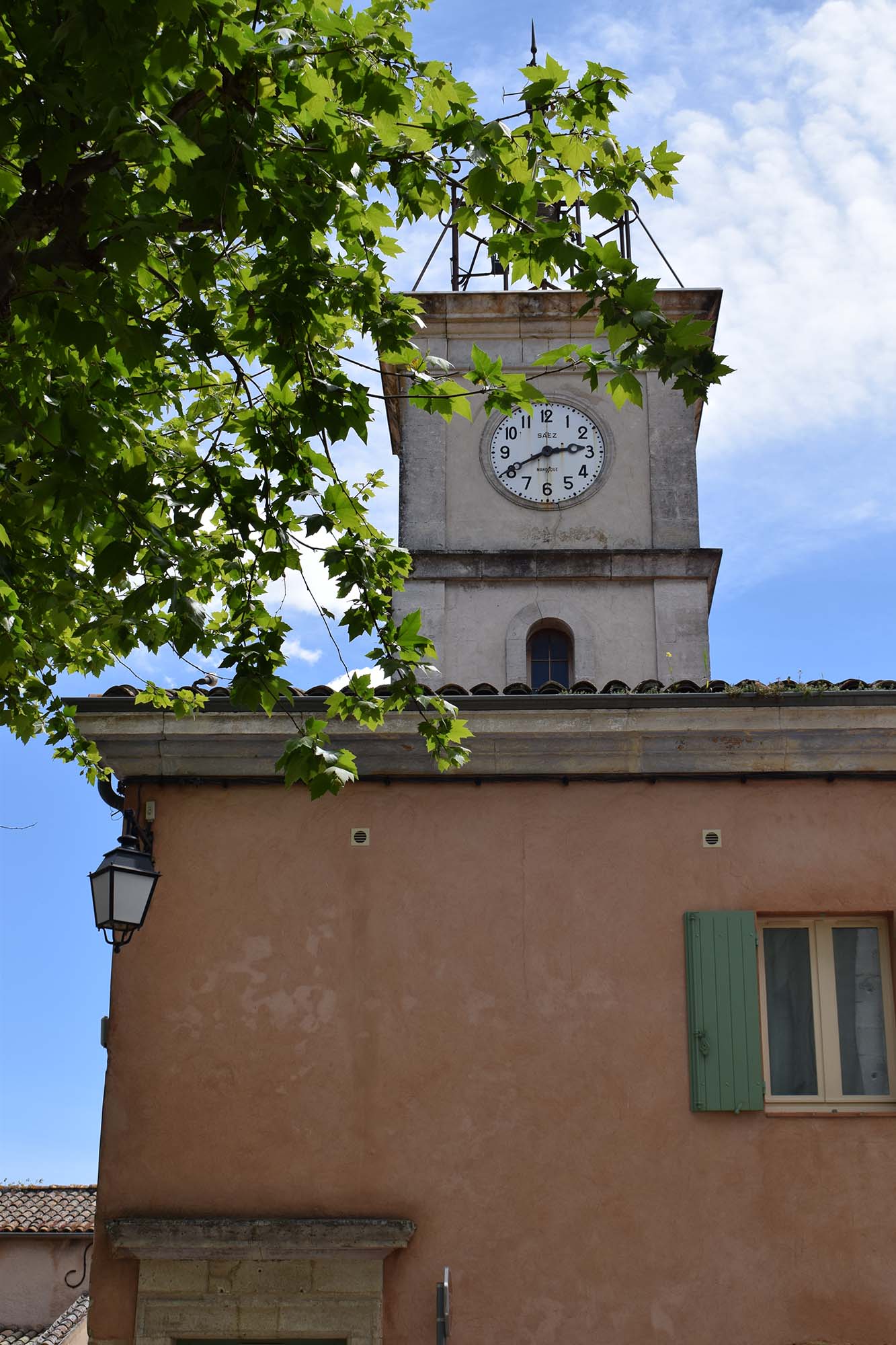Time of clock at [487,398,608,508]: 2:40
